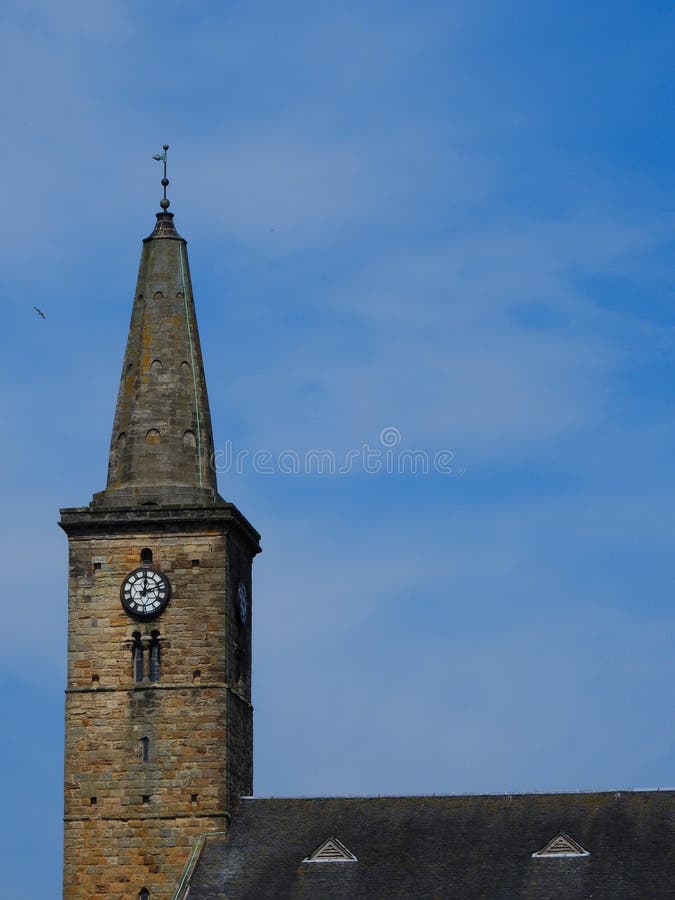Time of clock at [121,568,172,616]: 12:12
